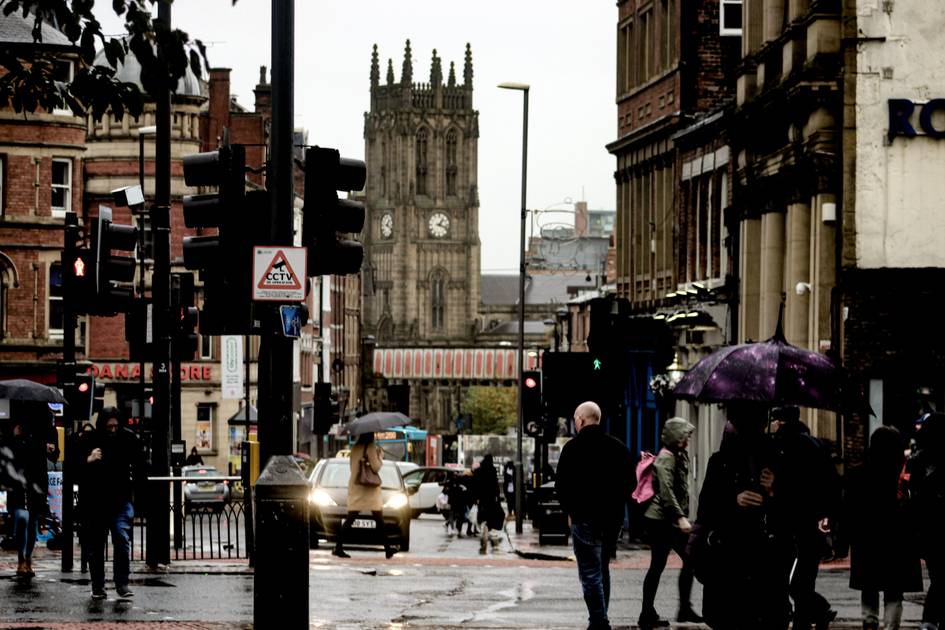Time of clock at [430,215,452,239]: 1:18
